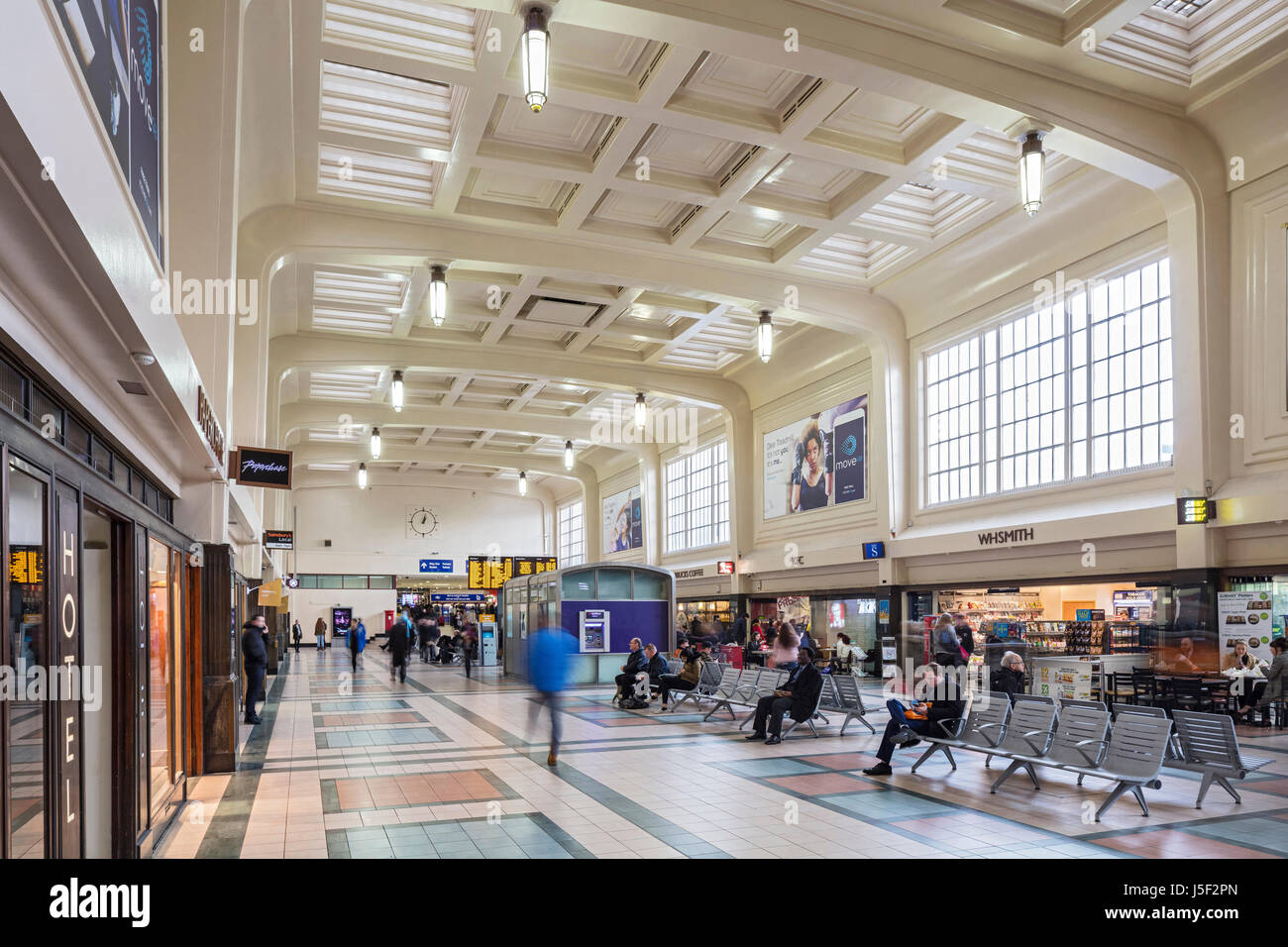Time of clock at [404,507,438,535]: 1:02
